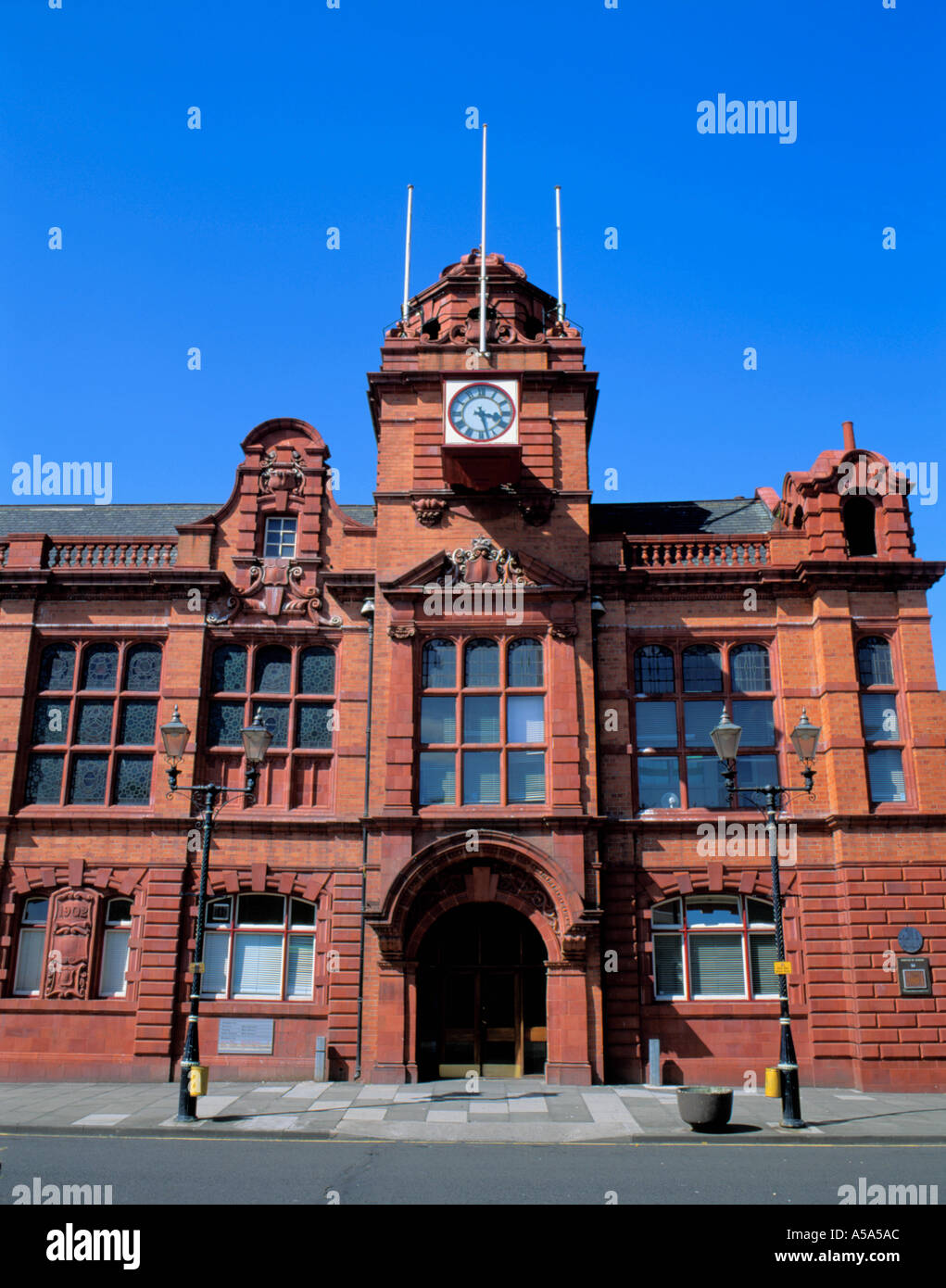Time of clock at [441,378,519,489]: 3:27
